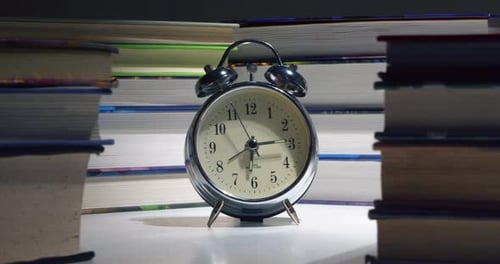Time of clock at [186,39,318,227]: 6:14
